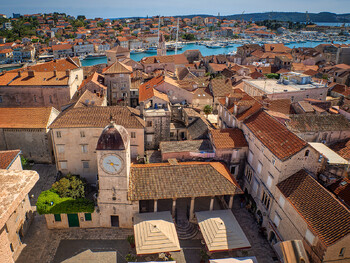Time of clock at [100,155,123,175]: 3:25
